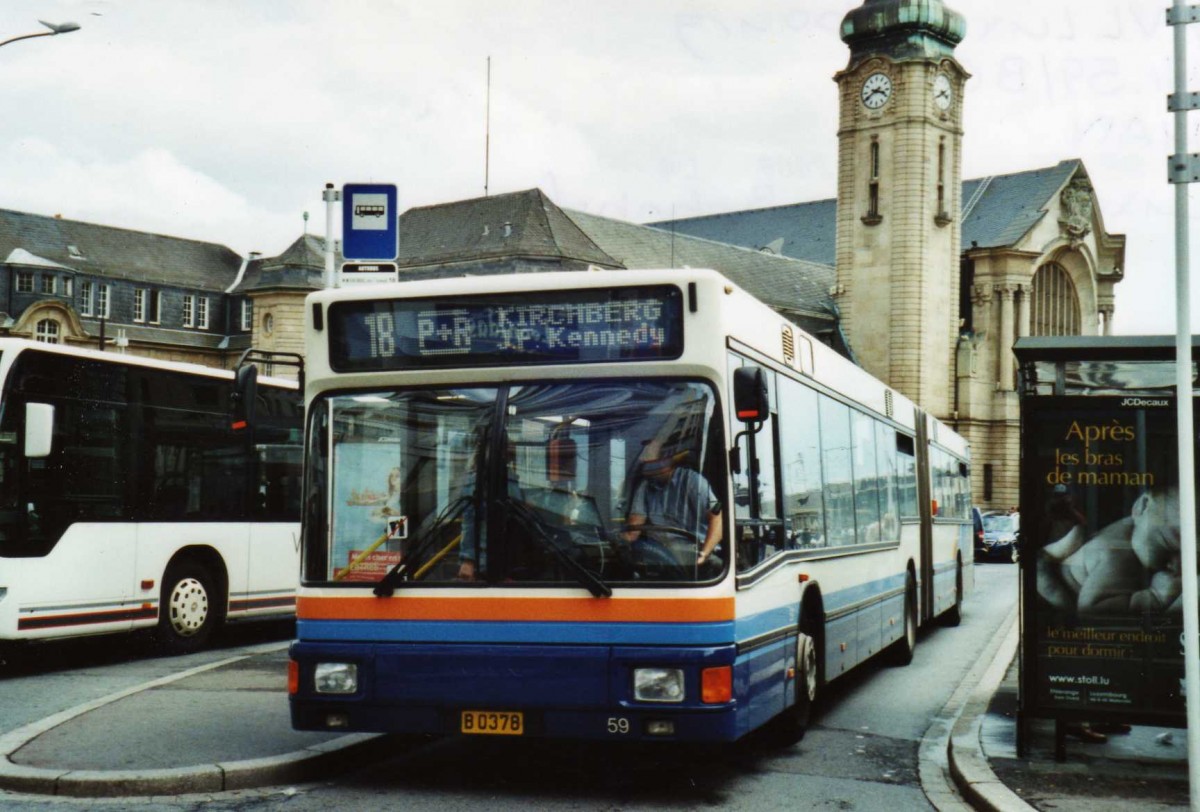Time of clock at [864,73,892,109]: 3:40
